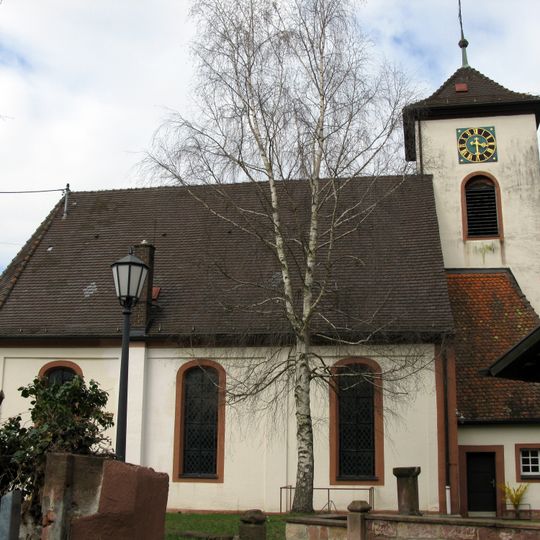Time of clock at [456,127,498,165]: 3:29
